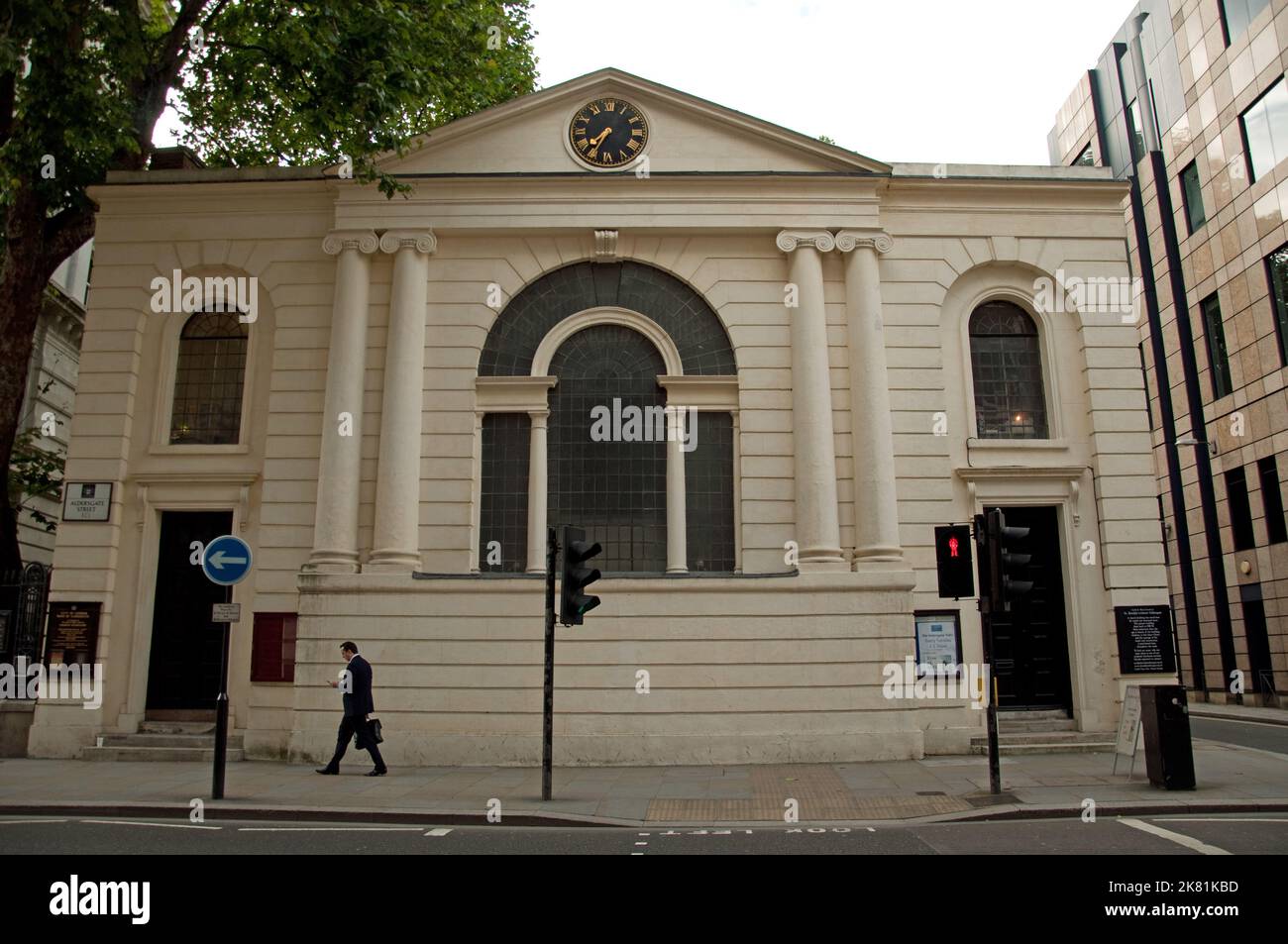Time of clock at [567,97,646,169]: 7:34
